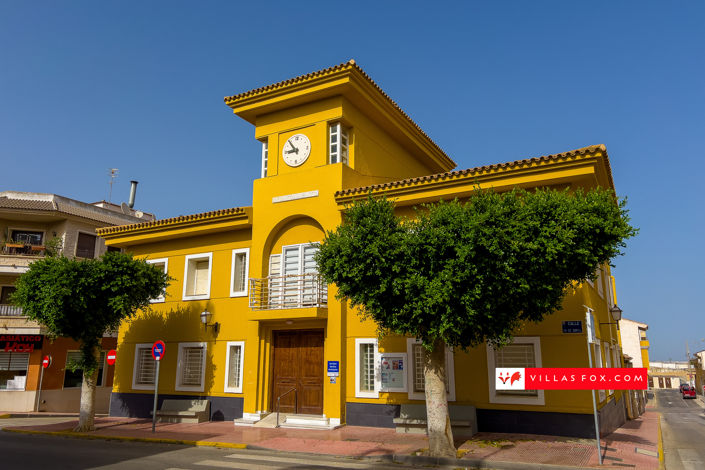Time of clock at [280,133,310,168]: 8:53
